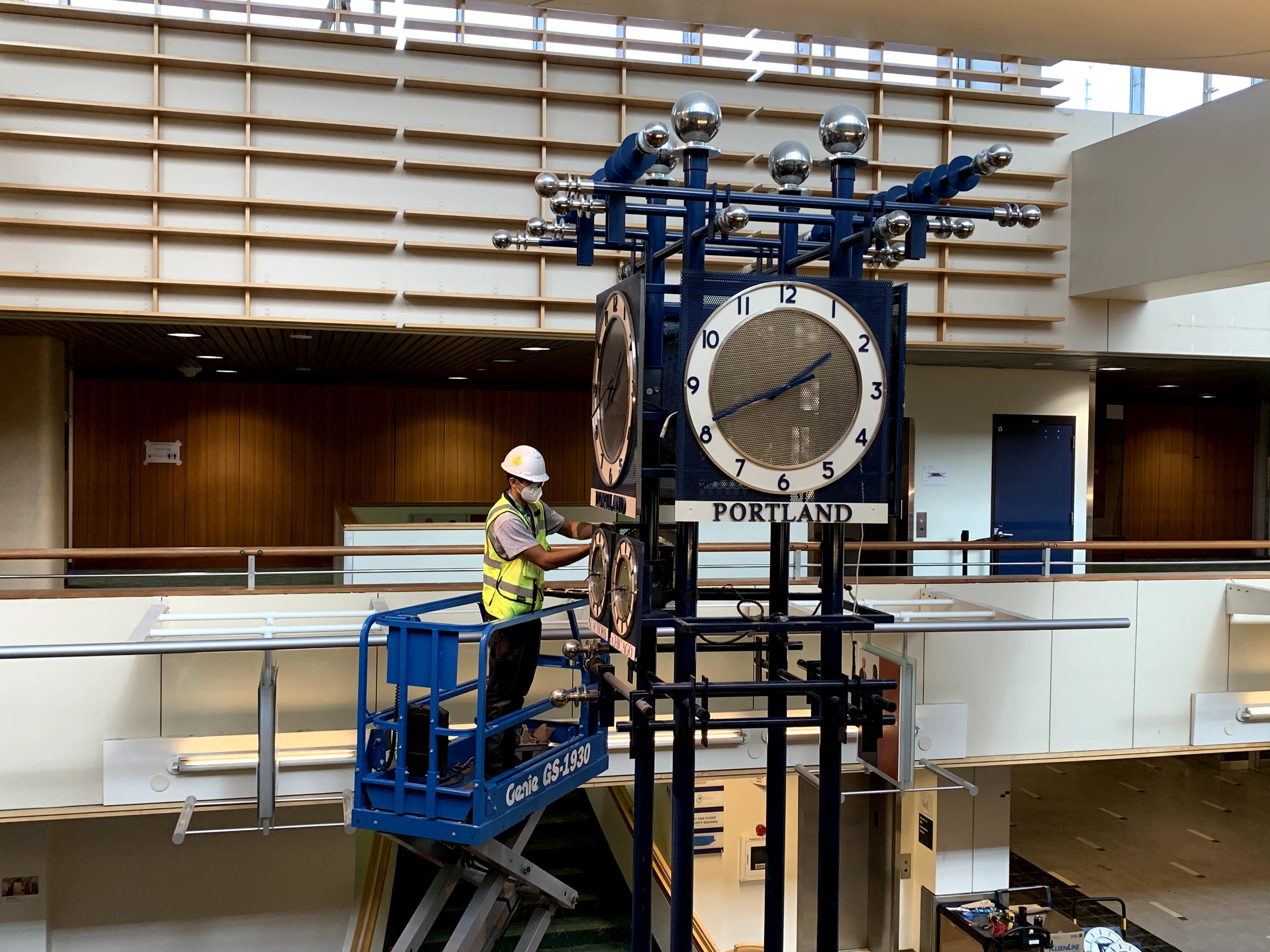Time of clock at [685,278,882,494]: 1:40
